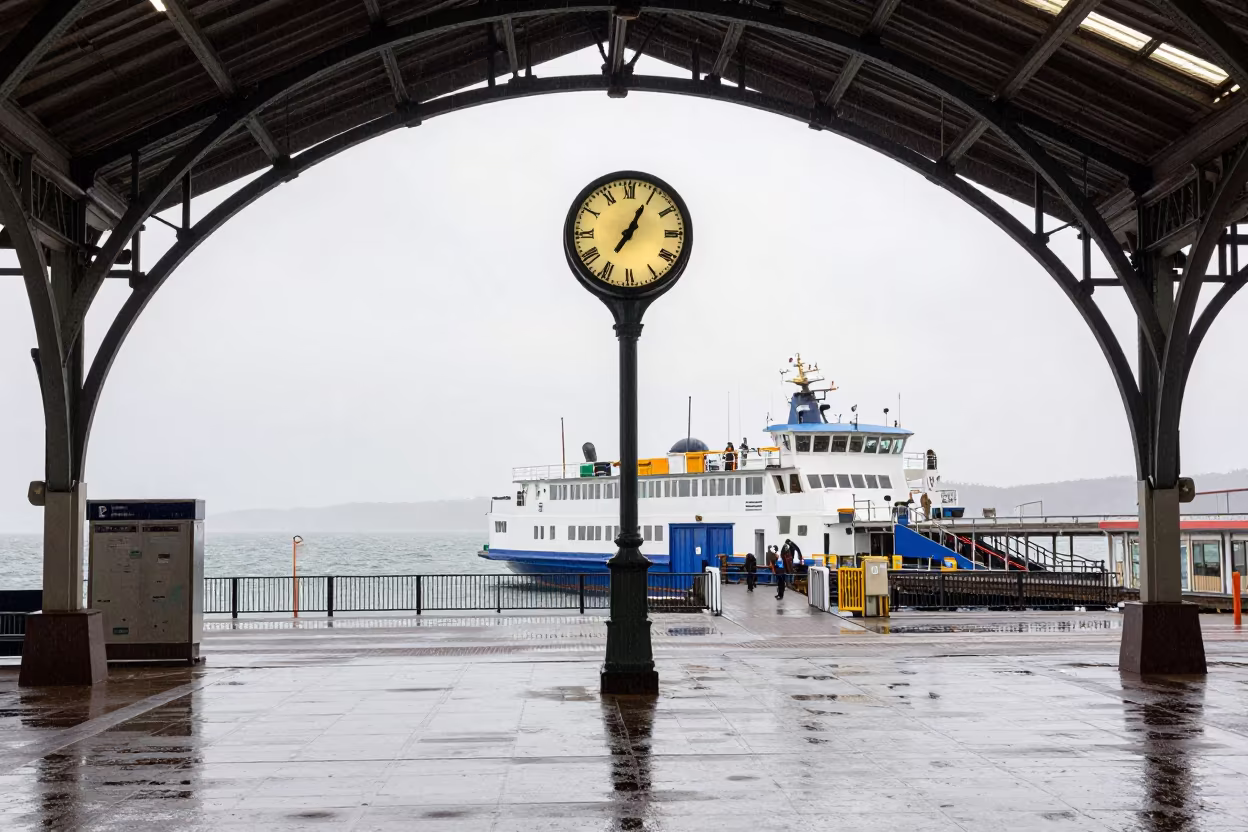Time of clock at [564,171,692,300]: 7:04
